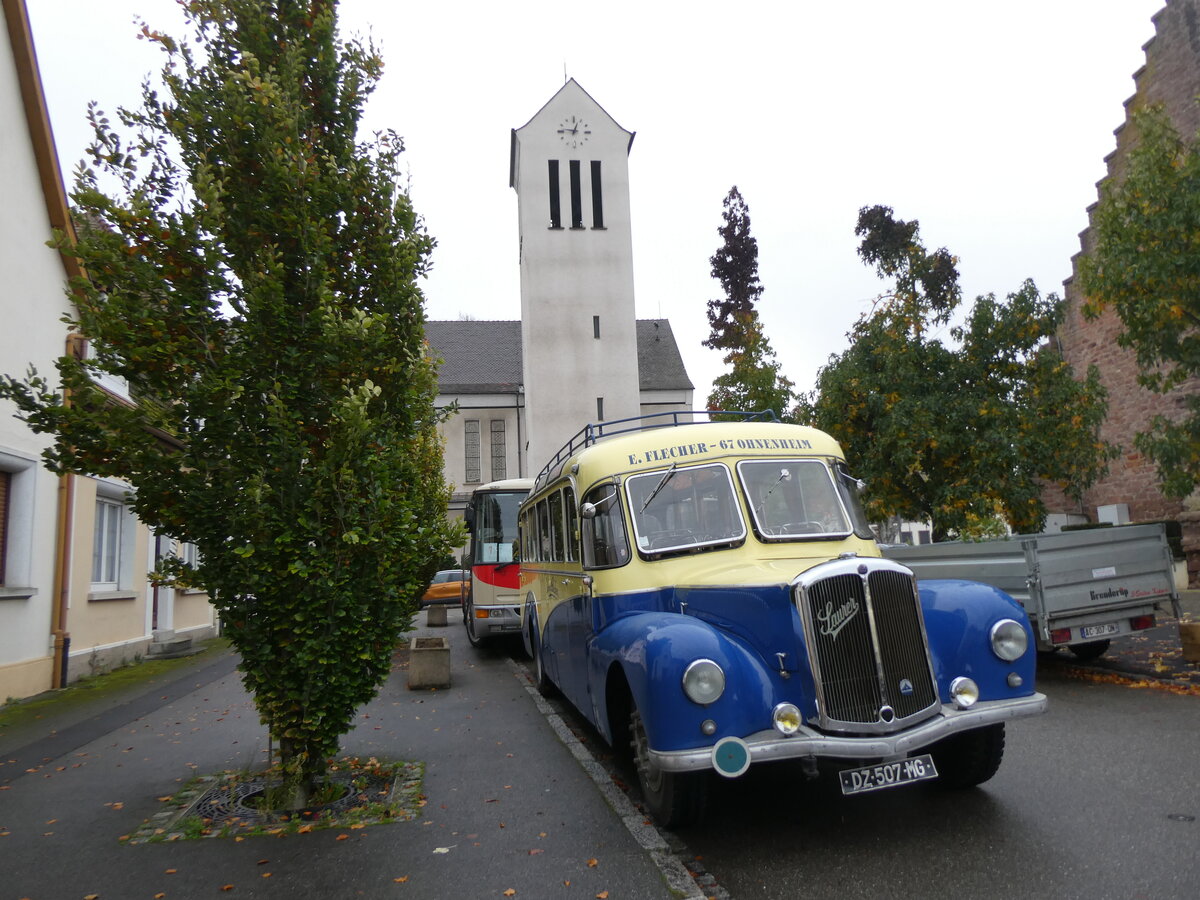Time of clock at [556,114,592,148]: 12:46
